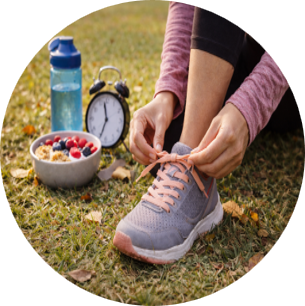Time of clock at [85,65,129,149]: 11:33
